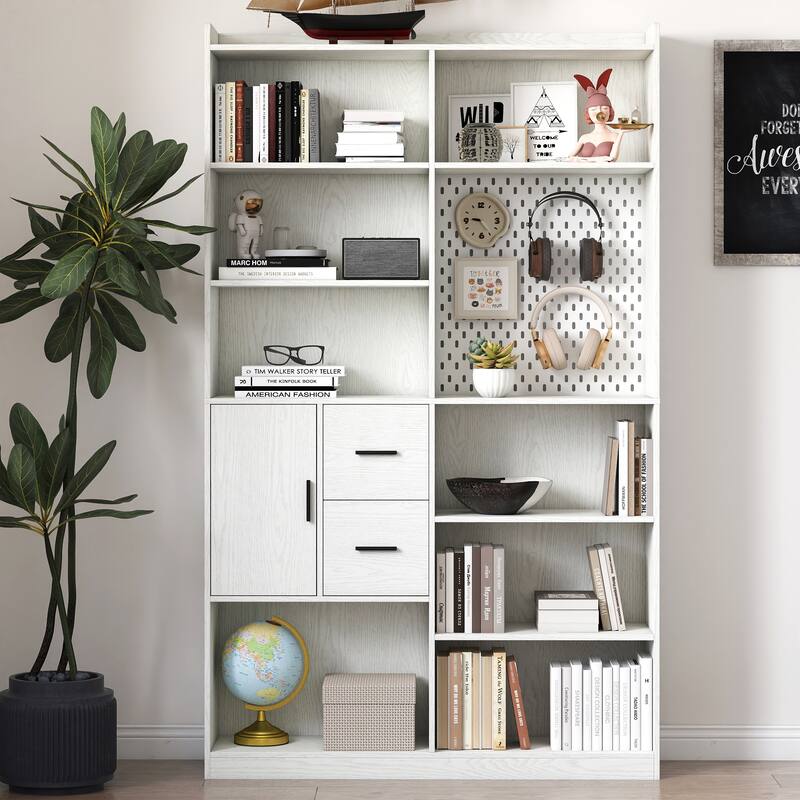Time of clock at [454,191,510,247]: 9:23
